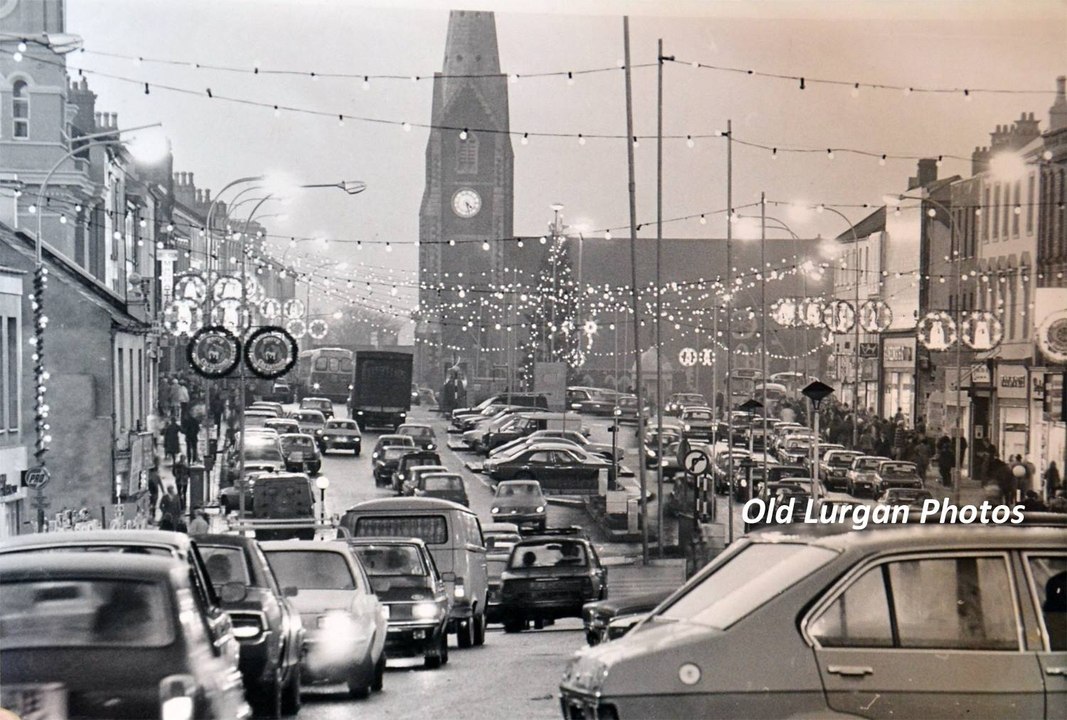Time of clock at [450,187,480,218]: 4:27
